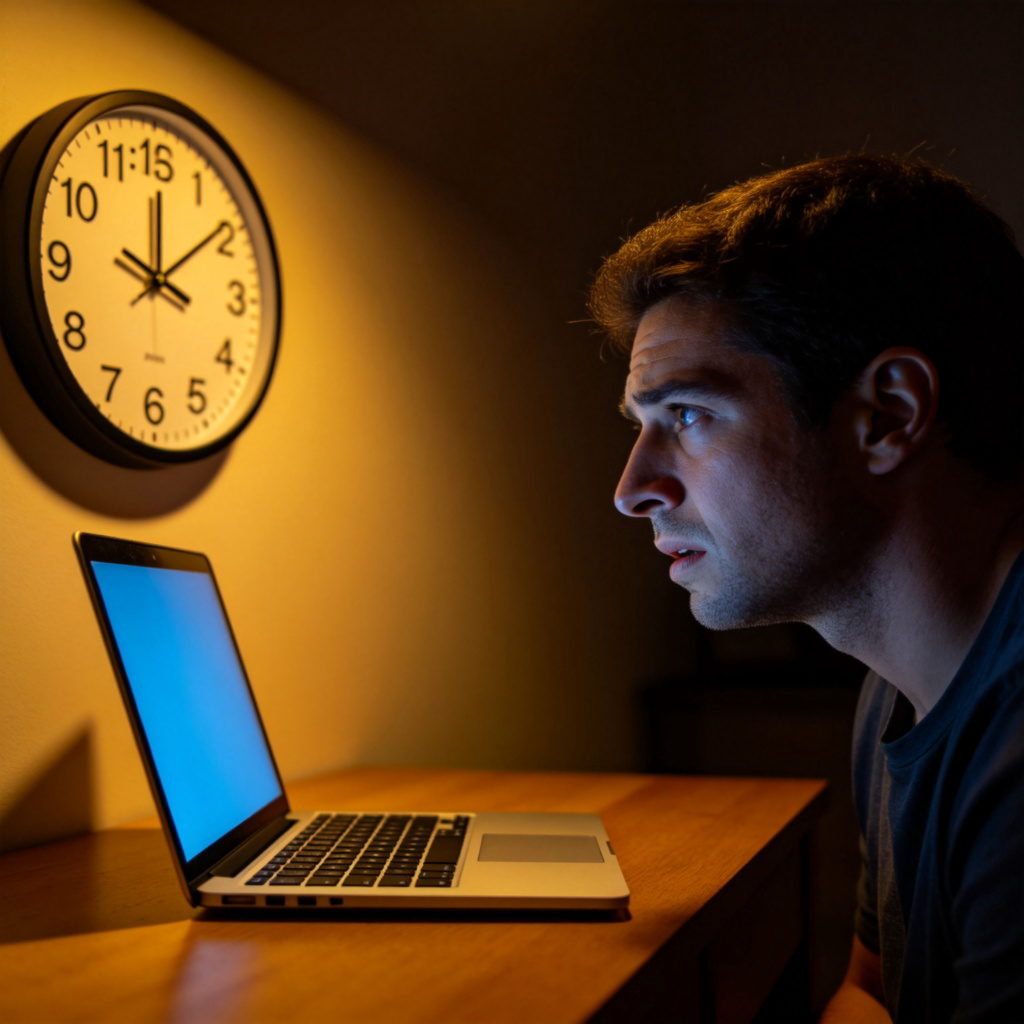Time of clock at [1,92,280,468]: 12:08
